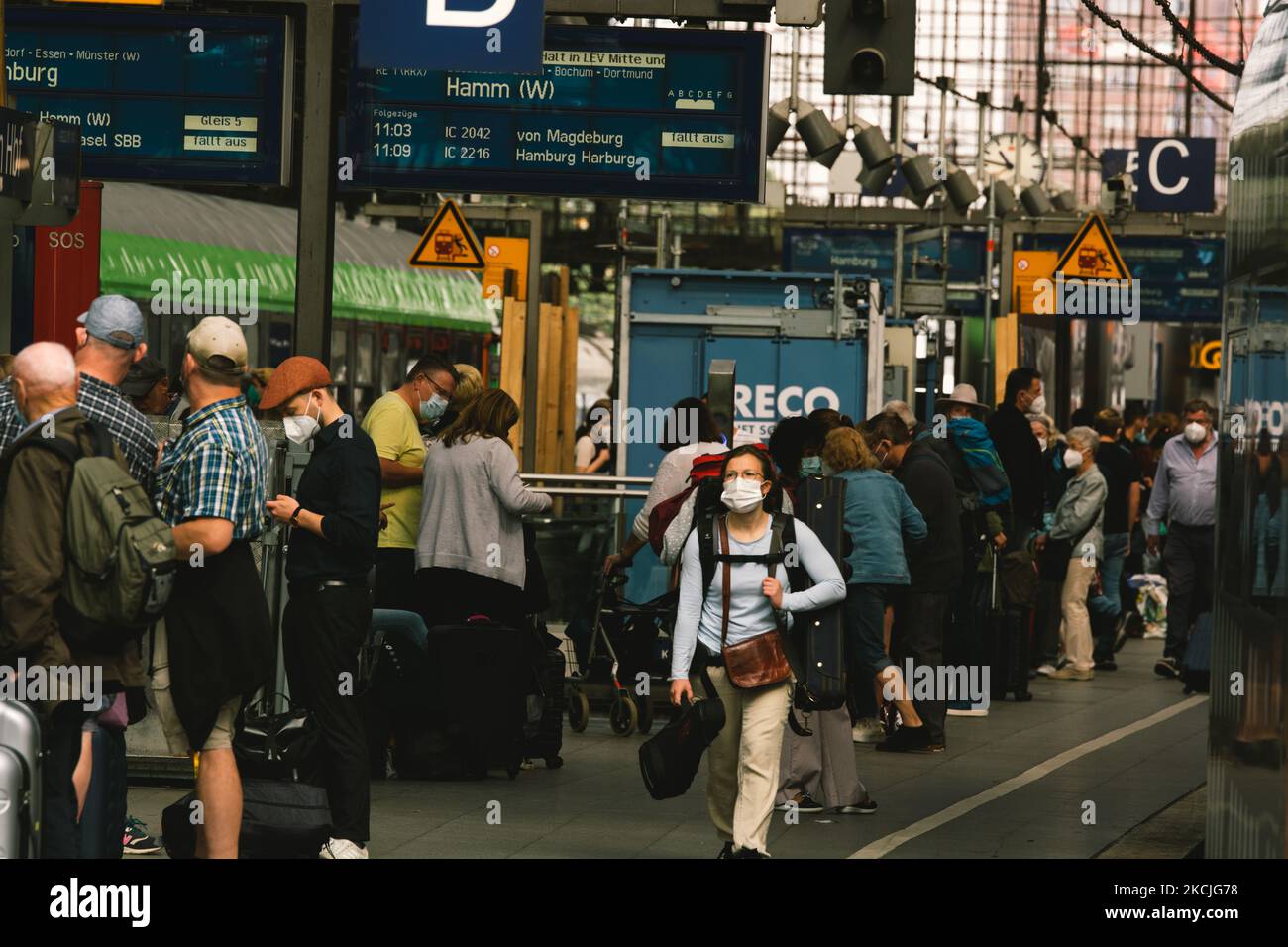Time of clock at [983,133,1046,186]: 10:46
